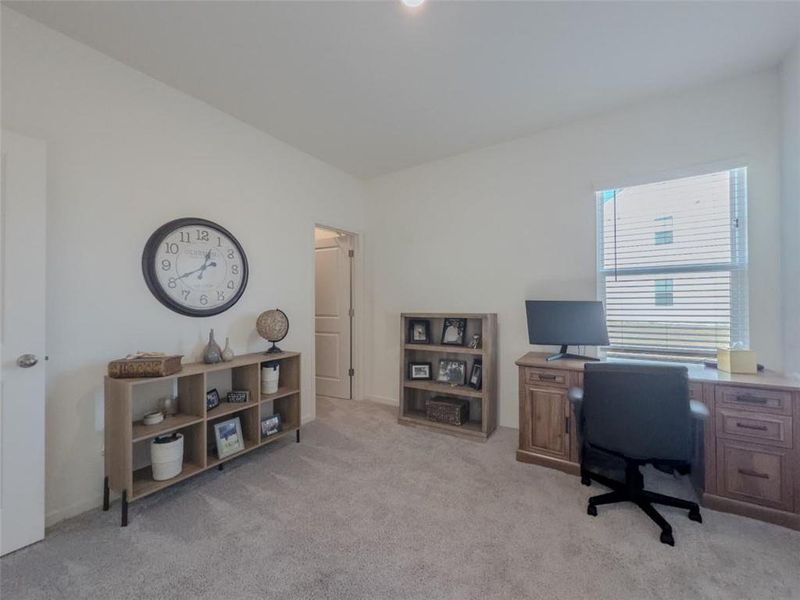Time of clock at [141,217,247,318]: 12:40
